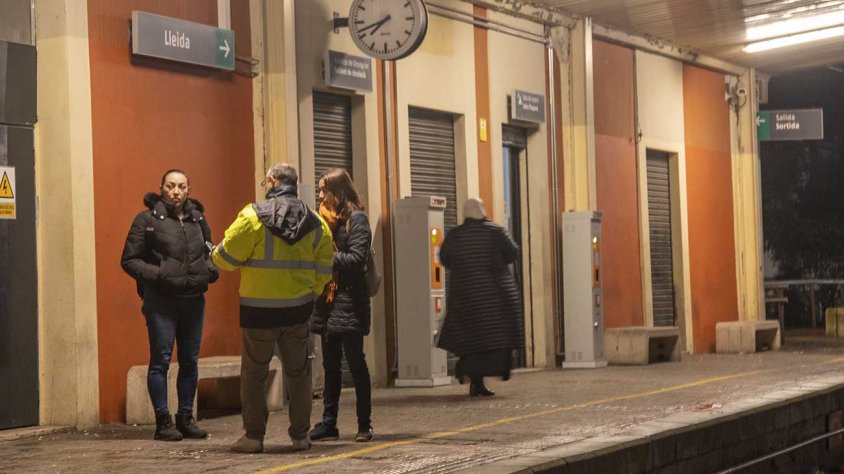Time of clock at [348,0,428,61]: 7:42
